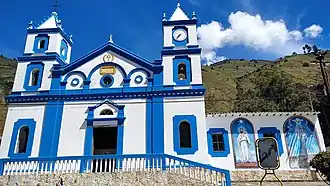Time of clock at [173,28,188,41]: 7:36
